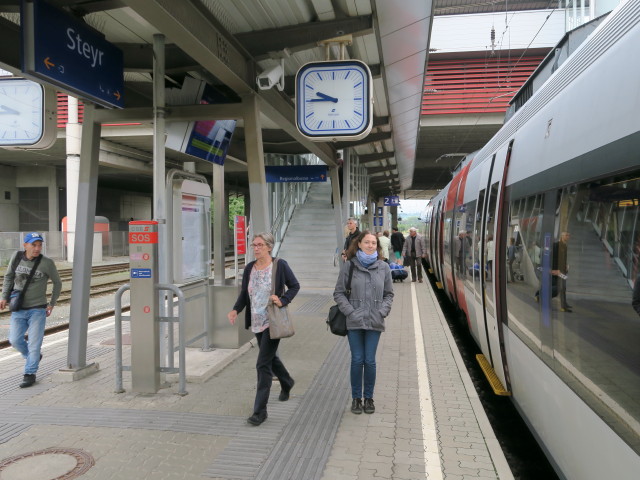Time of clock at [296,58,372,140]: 9:45
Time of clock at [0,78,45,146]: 9:45
